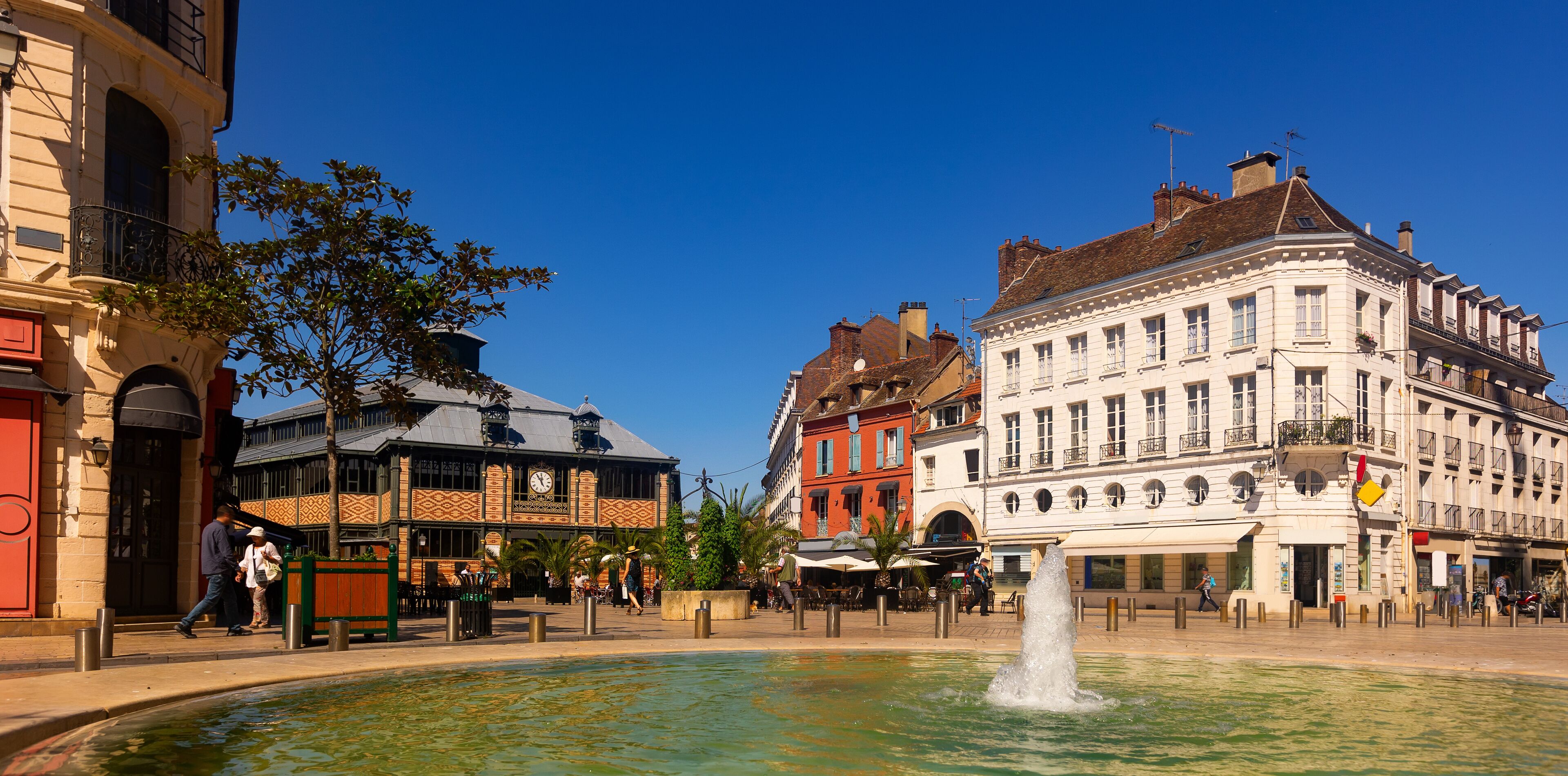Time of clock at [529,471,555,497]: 11:54
